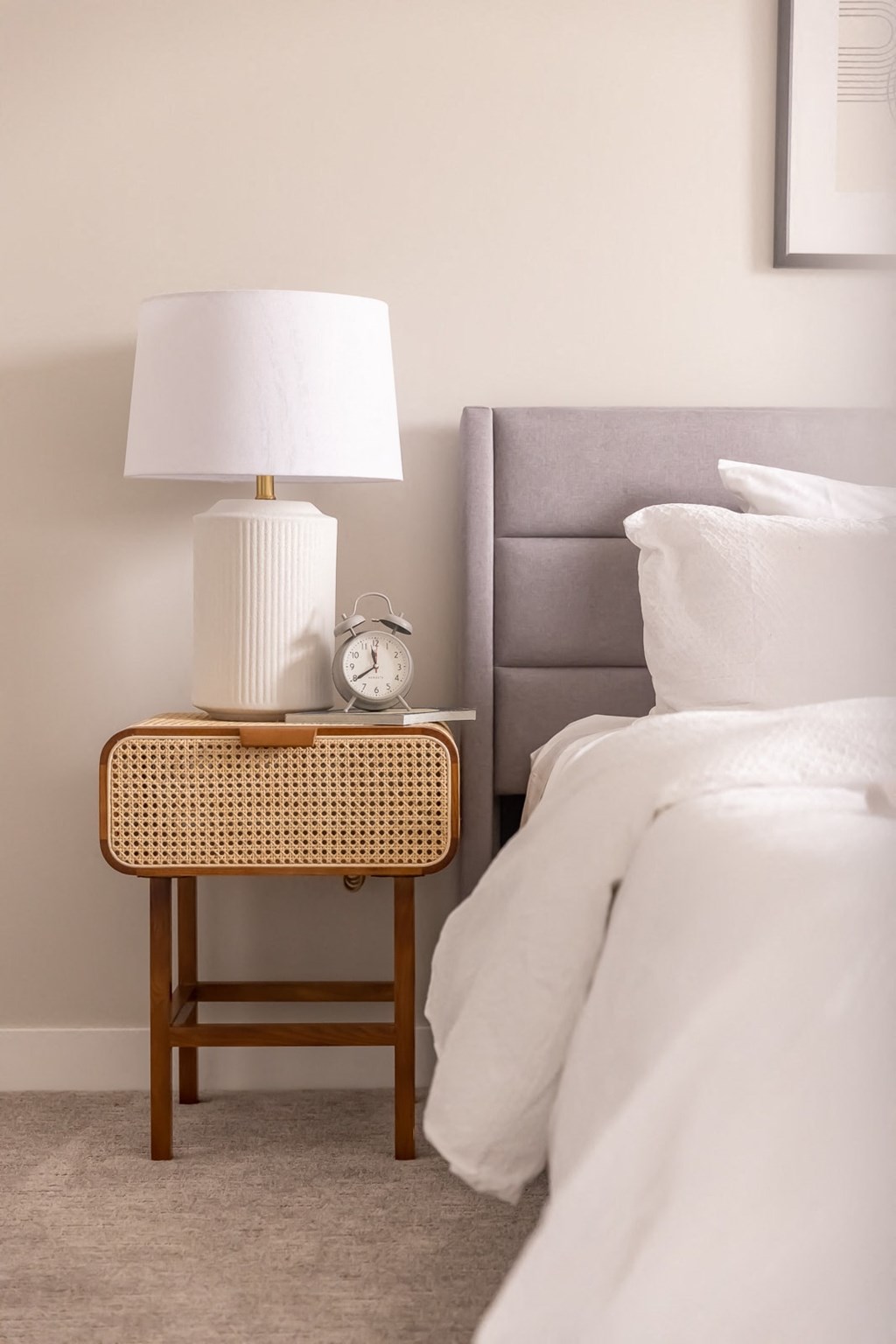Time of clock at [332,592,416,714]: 11:39
